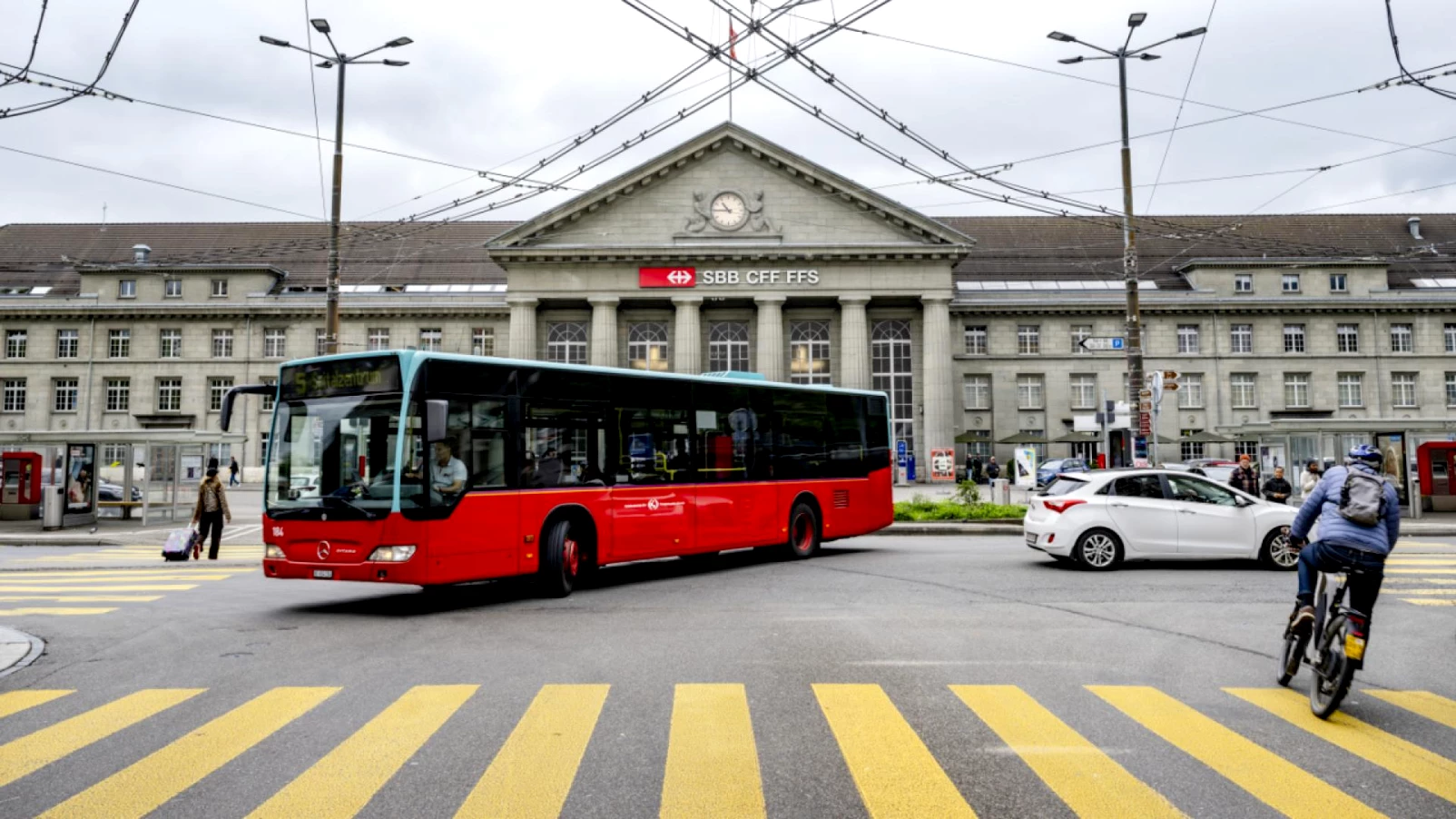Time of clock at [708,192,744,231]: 10:45
